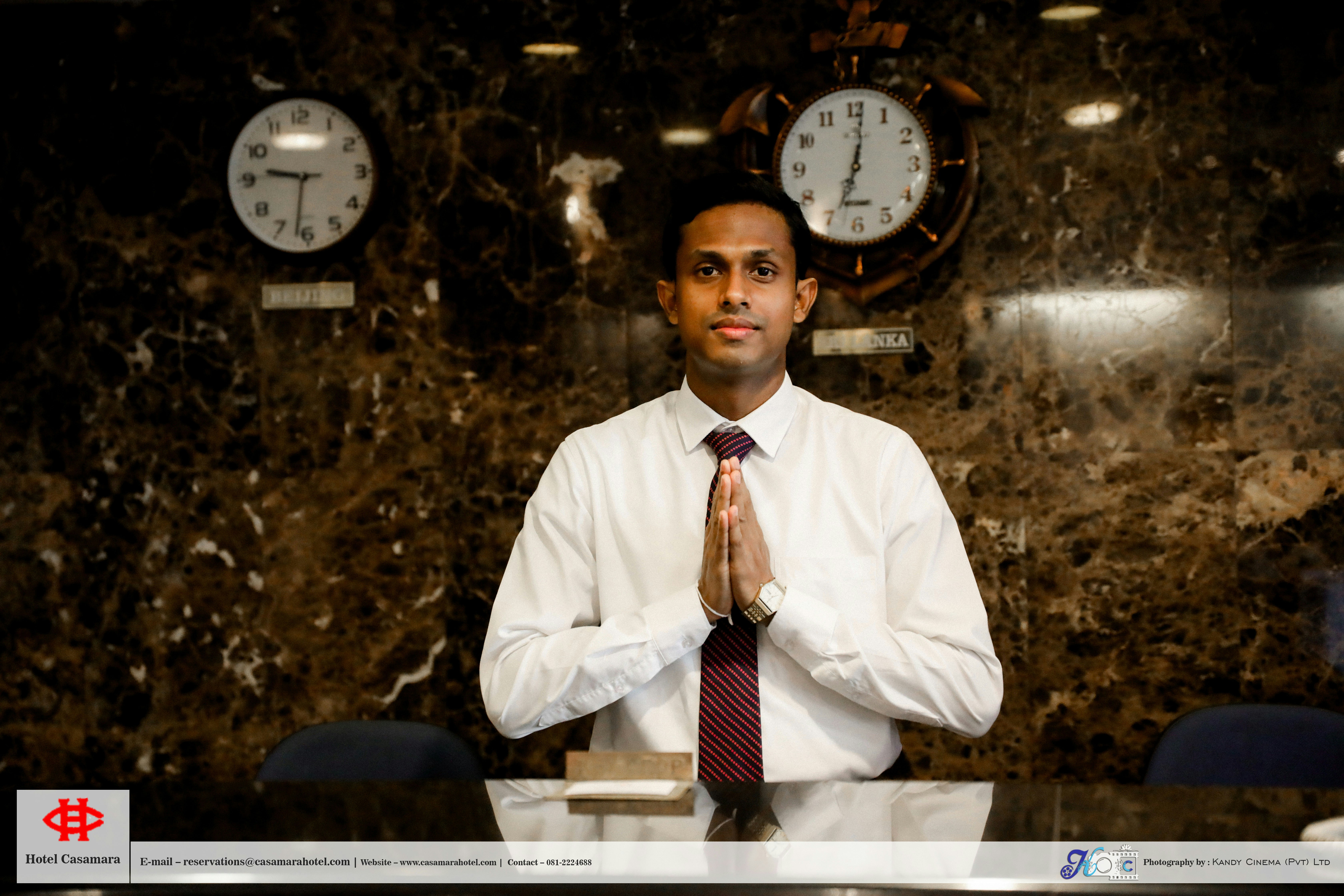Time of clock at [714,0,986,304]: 7:01
